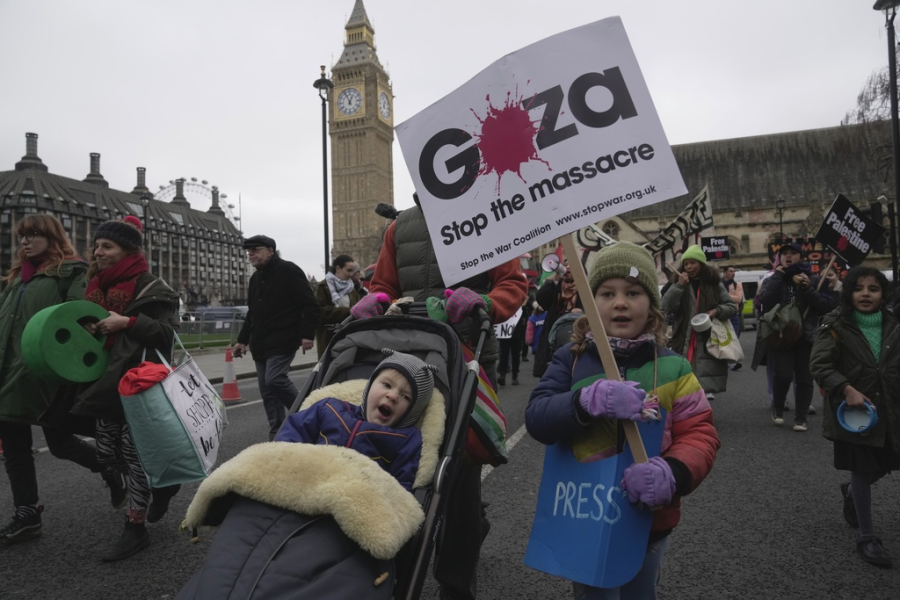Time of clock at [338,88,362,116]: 12:55
